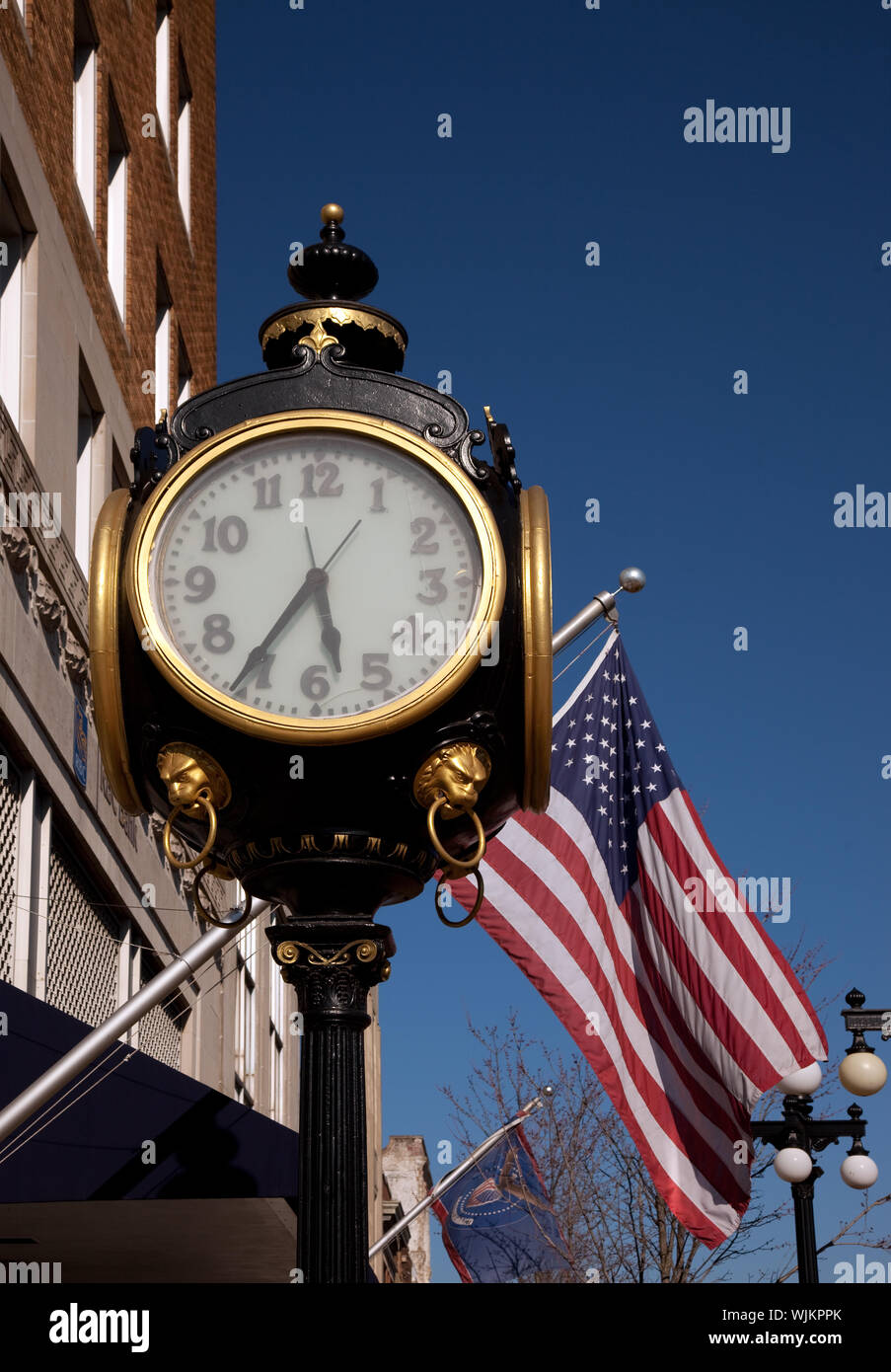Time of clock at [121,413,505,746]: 5:35
